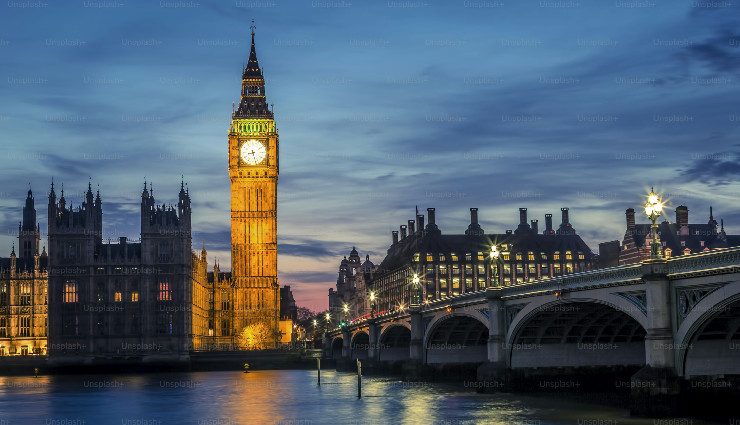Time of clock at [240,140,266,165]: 8:27
